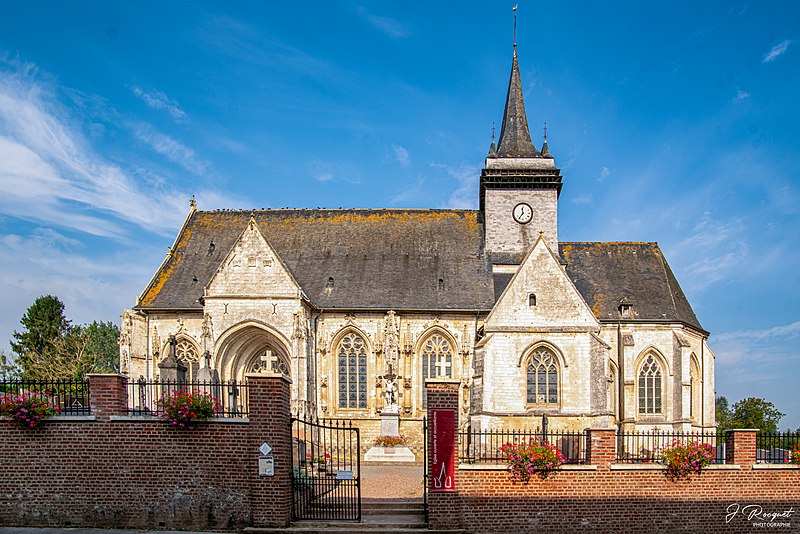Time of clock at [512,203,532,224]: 11:36
